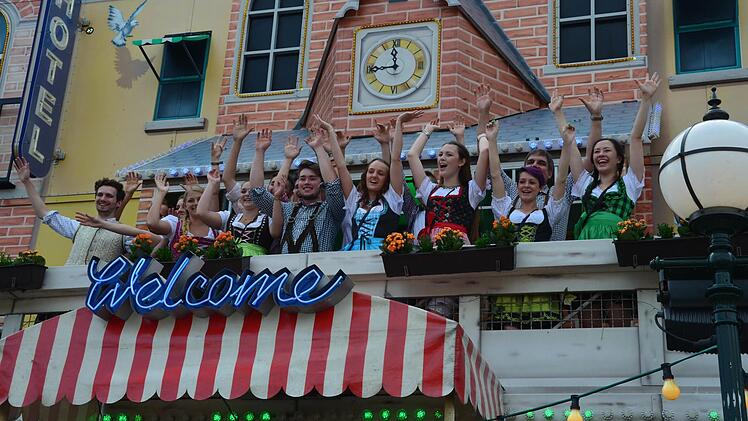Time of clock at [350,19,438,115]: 11:44
